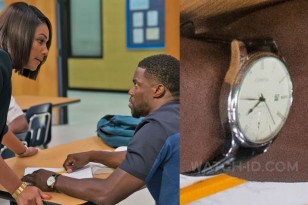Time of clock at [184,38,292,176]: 7:45
